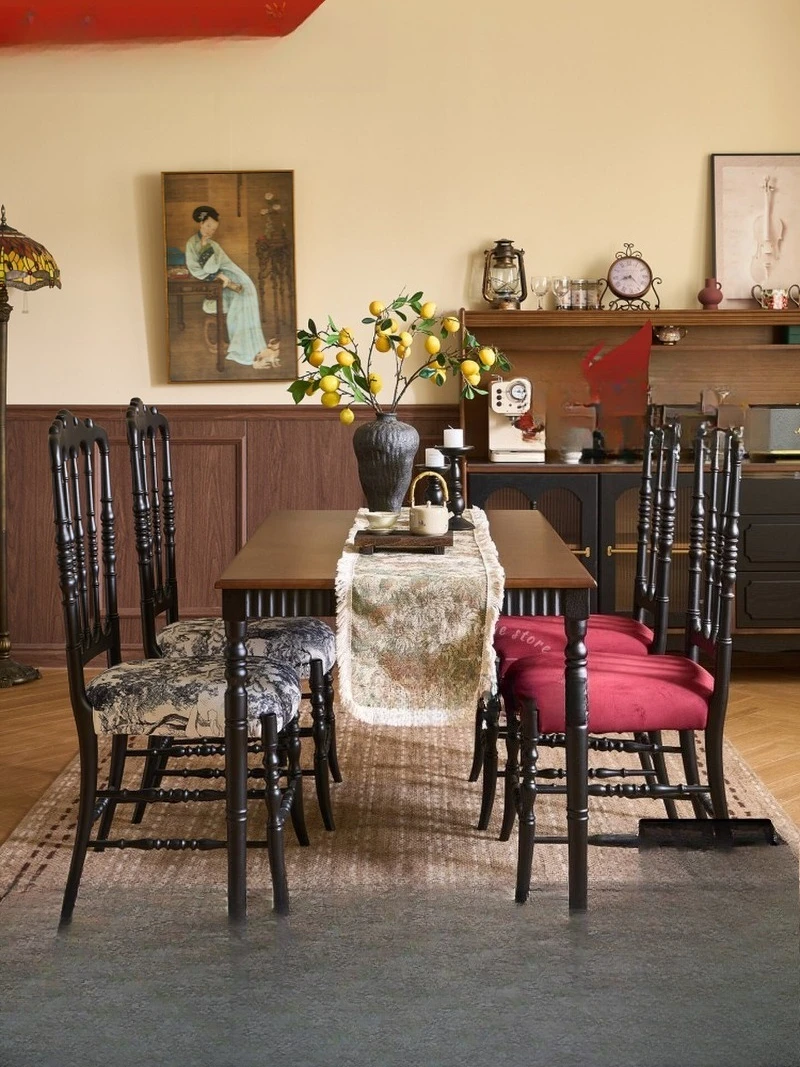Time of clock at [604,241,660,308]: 8:22
